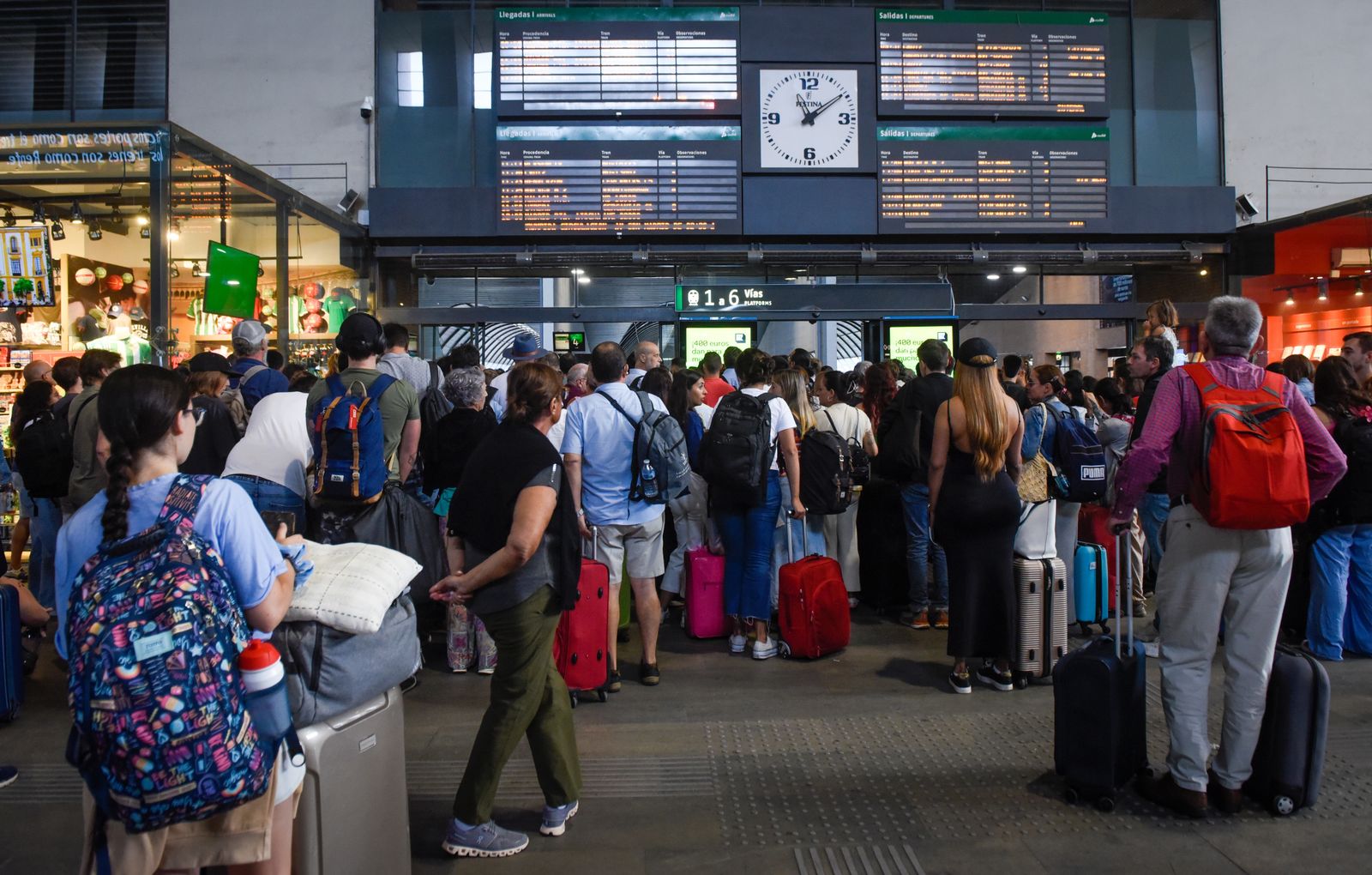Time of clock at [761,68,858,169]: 11:09
